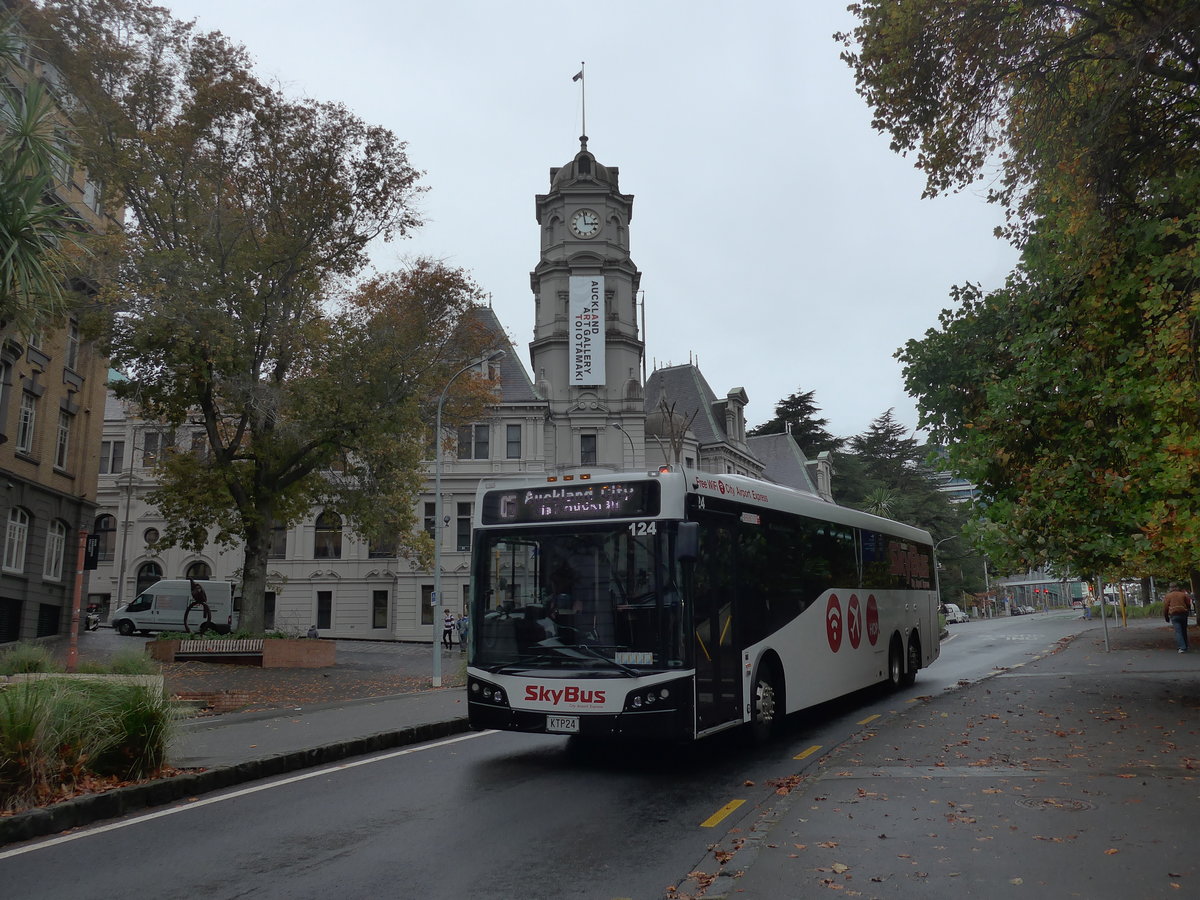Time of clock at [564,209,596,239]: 2:58
